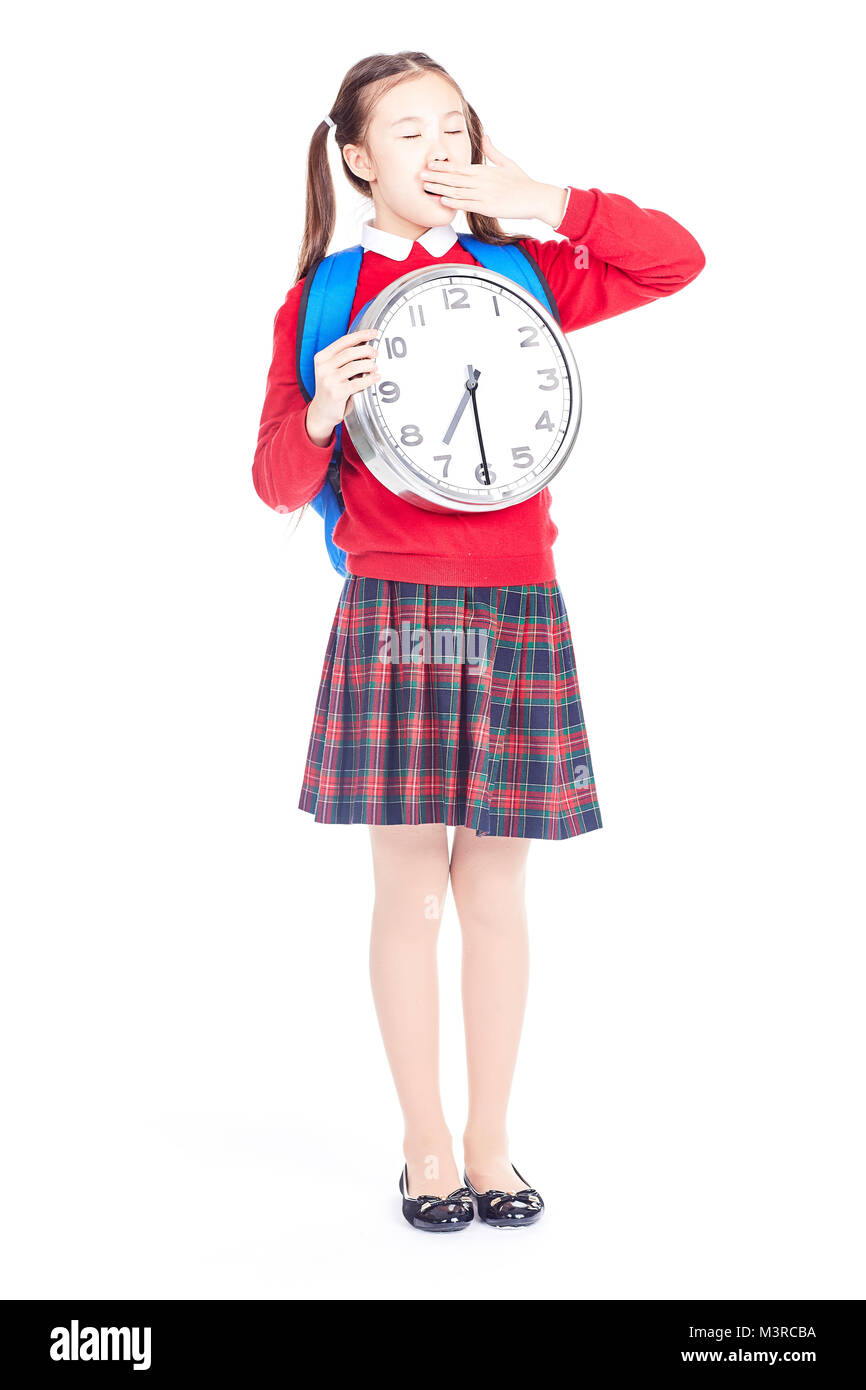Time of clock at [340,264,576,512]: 7:30
